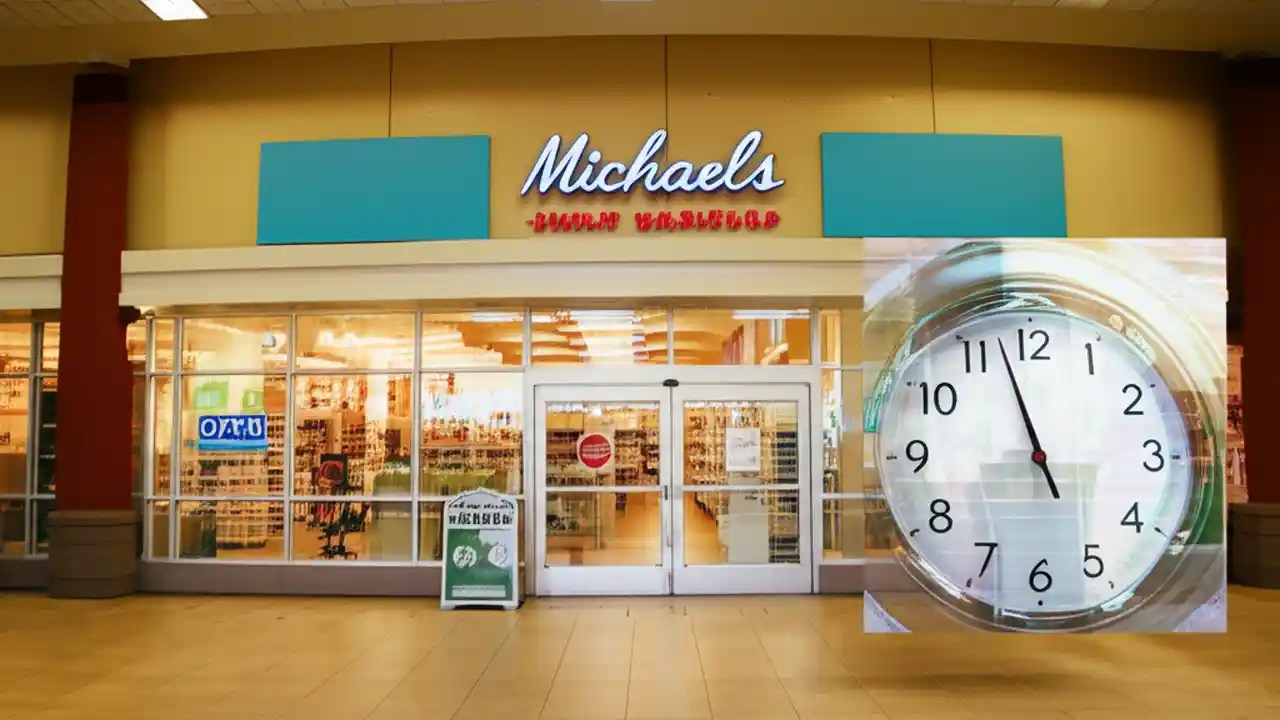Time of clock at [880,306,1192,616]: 4:57
